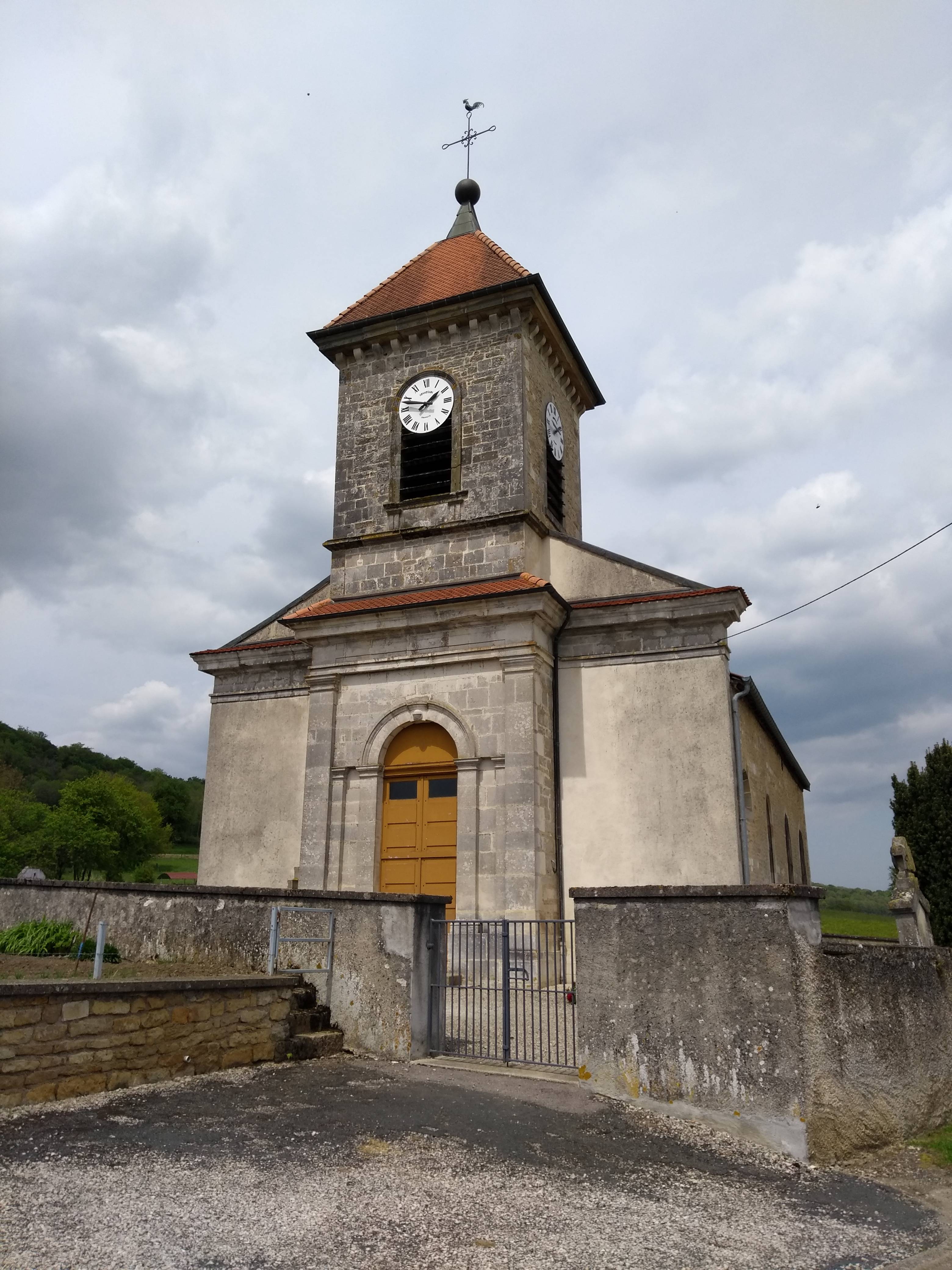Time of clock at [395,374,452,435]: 1:47
